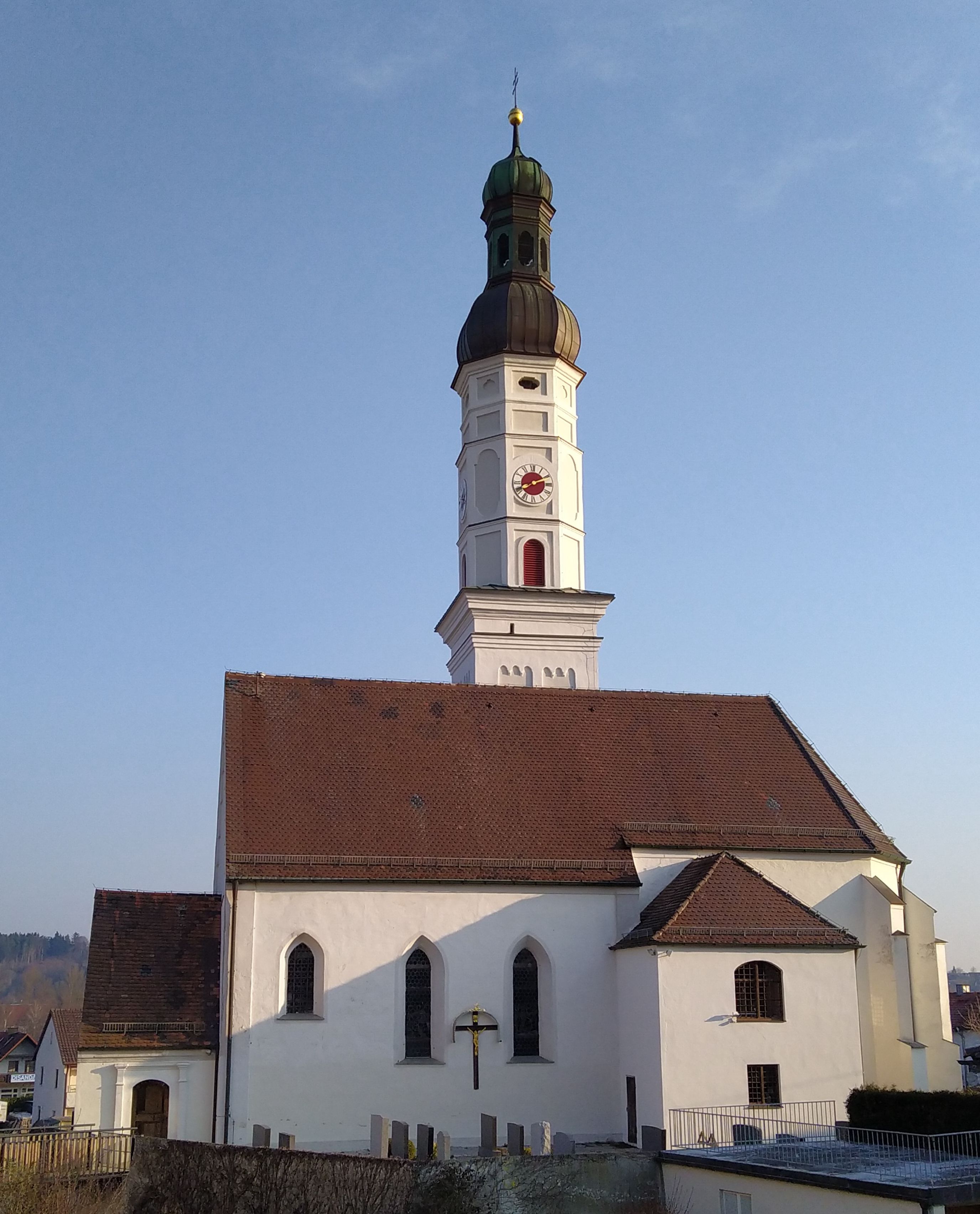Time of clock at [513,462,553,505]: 8:11
